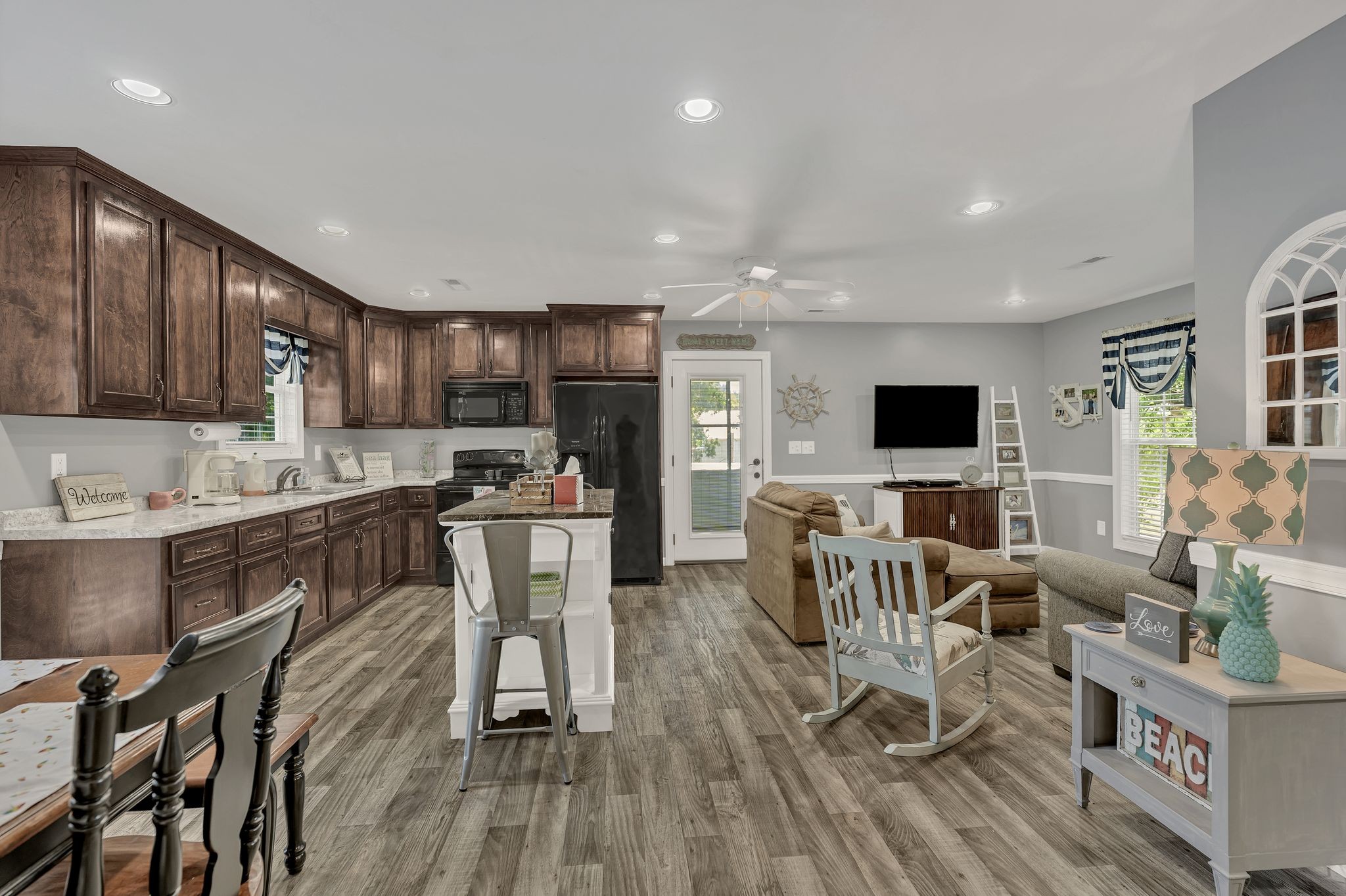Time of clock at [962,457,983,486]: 7:36
